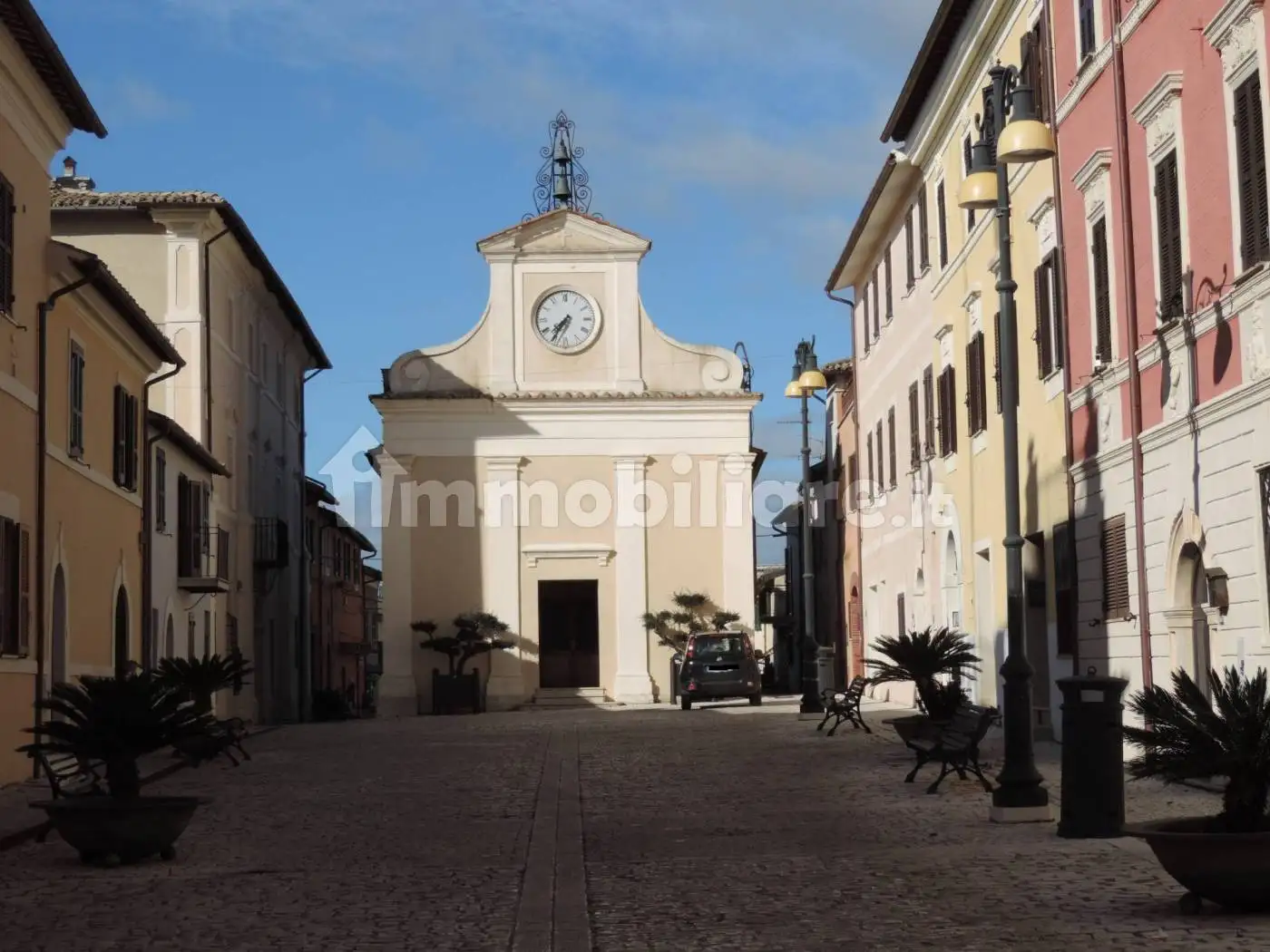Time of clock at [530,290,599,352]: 7:35
